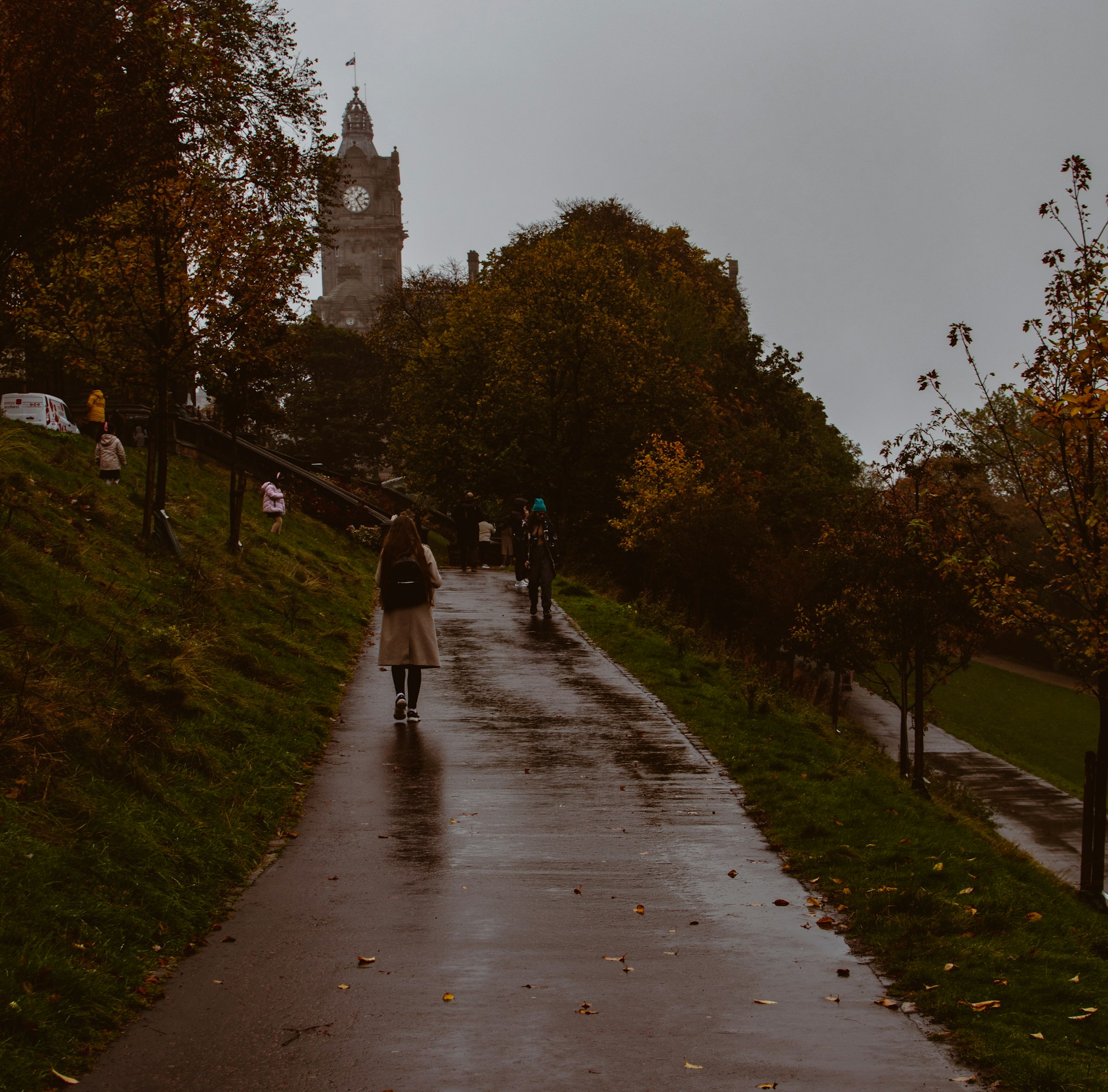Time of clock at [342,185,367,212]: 1:25
